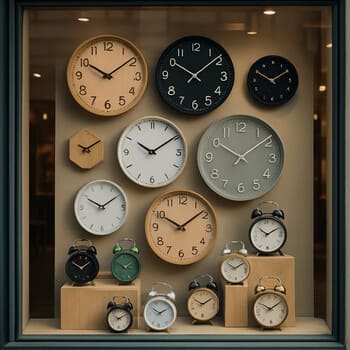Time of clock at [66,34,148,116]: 10:08
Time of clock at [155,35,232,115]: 10:08
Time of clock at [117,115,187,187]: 10:09
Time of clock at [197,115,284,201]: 10:08
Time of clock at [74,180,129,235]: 10:09
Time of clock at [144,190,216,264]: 10:08
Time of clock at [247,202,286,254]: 10:10
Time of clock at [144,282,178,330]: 10:10
